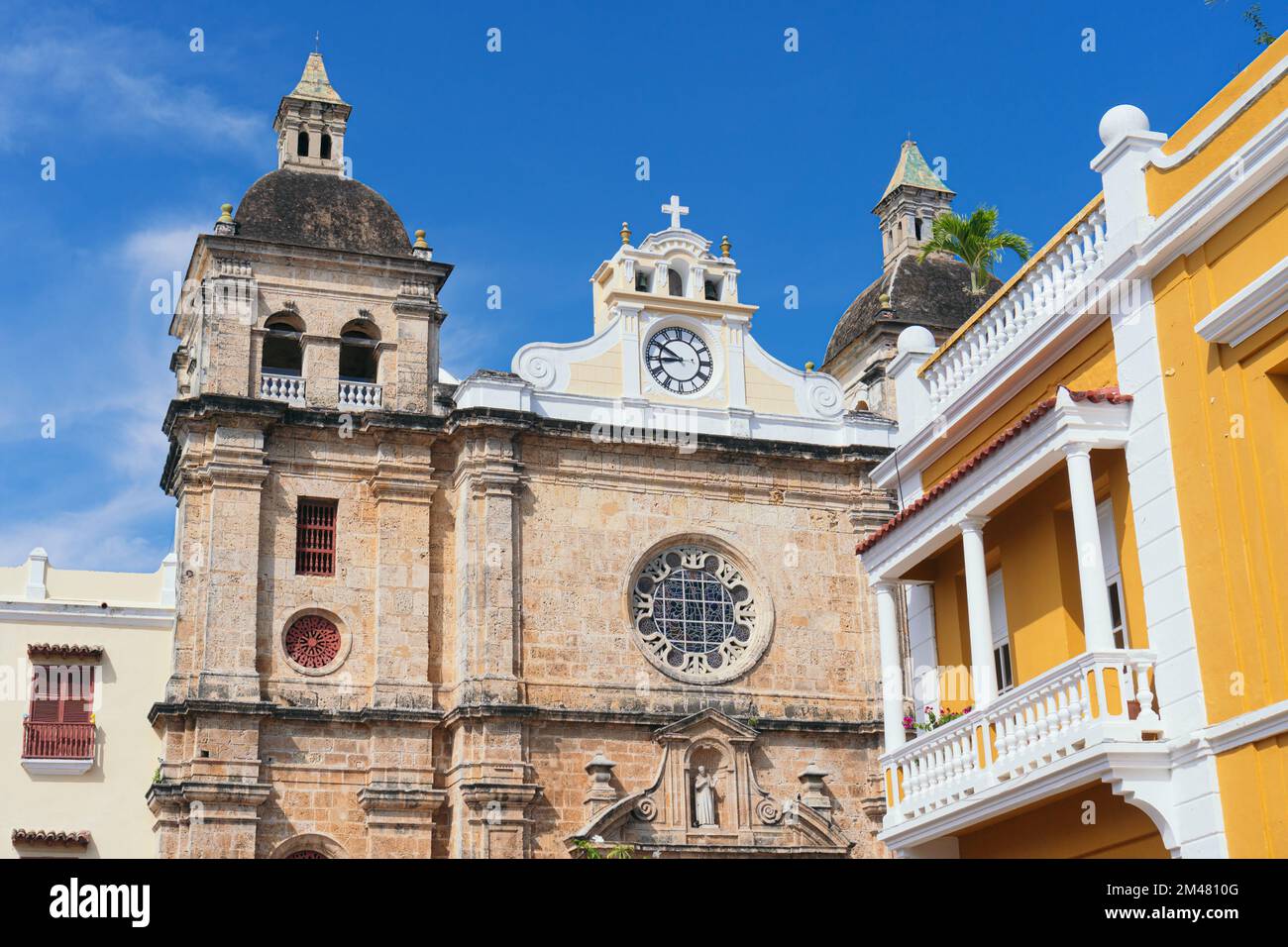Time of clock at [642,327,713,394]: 8:50
